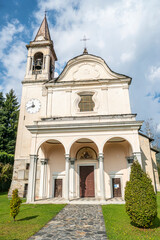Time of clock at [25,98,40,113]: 11:41
